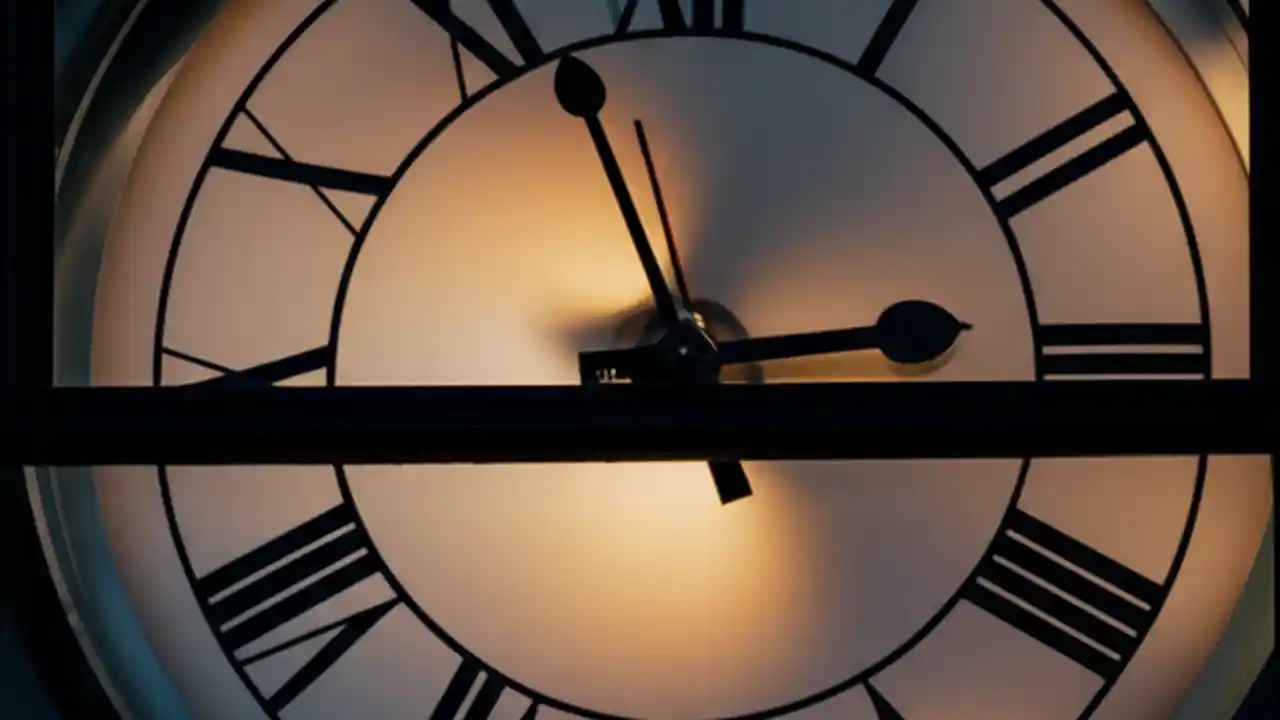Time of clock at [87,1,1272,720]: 2:56
